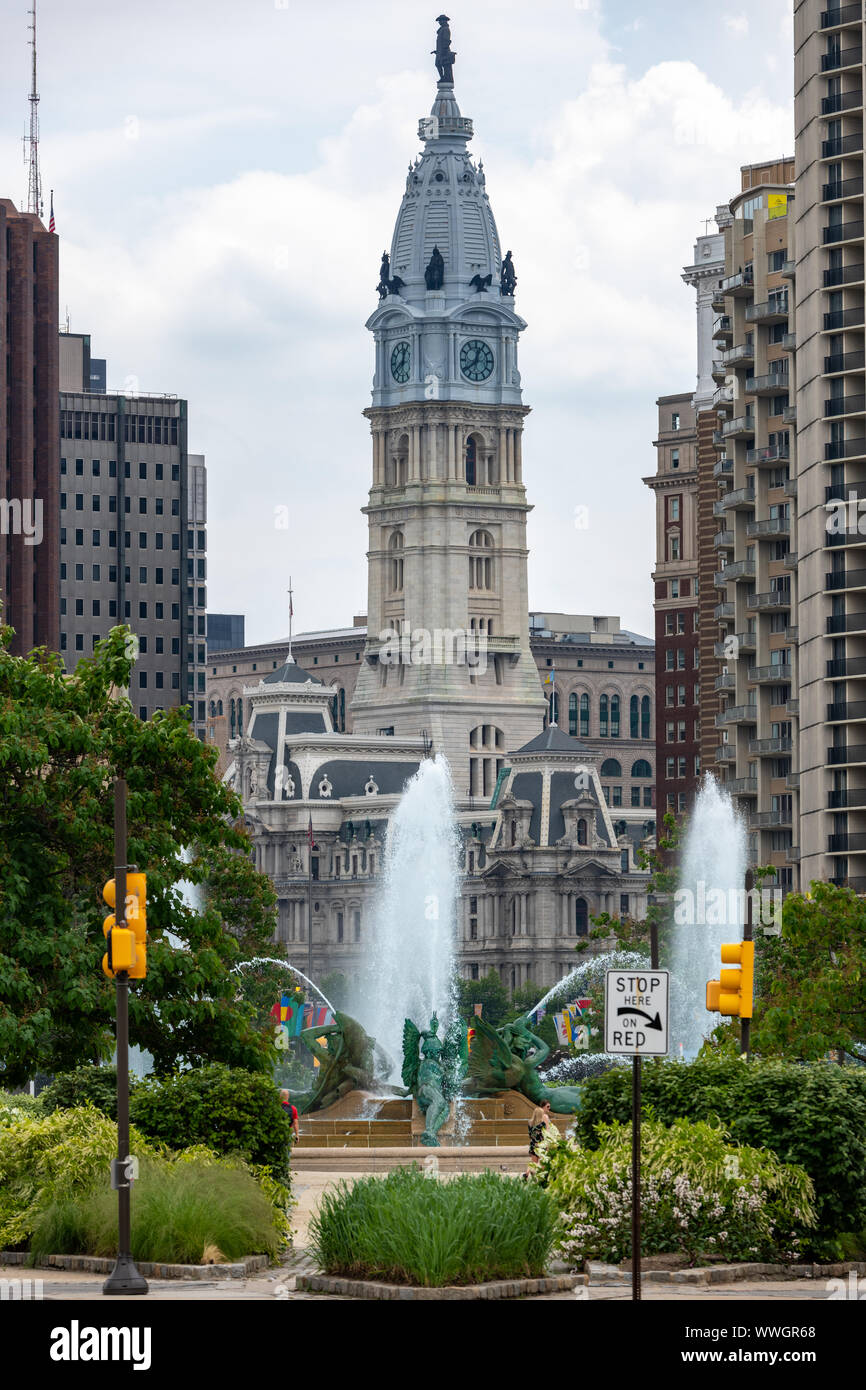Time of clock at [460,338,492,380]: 12:38
